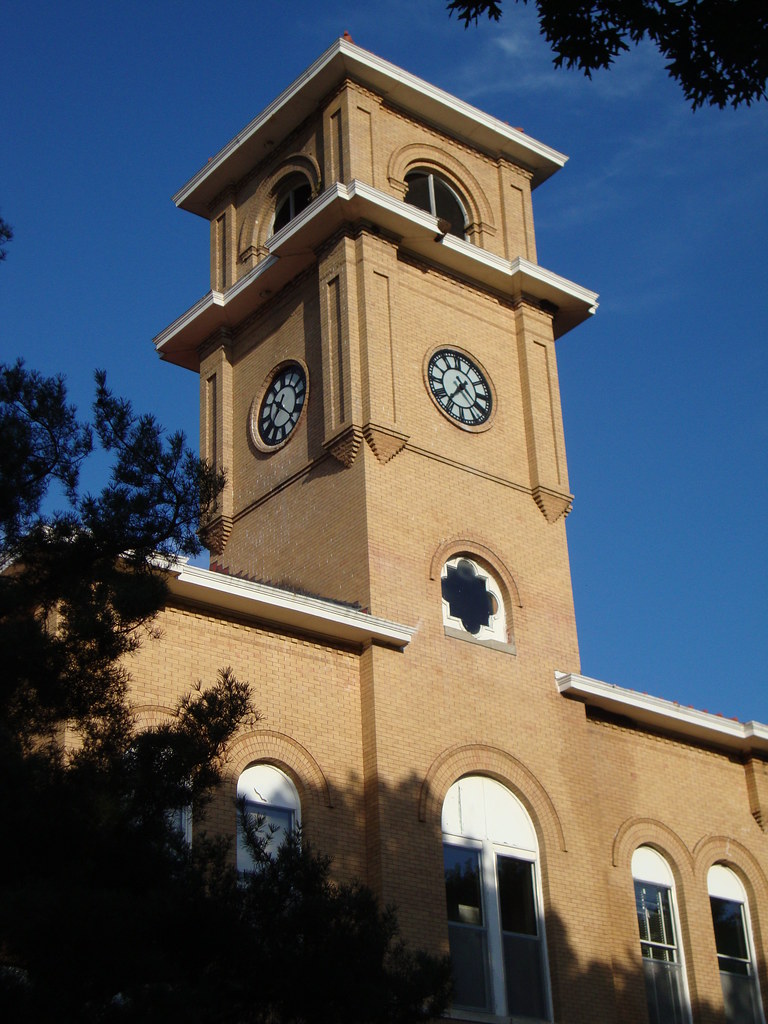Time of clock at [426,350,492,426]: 1:36
